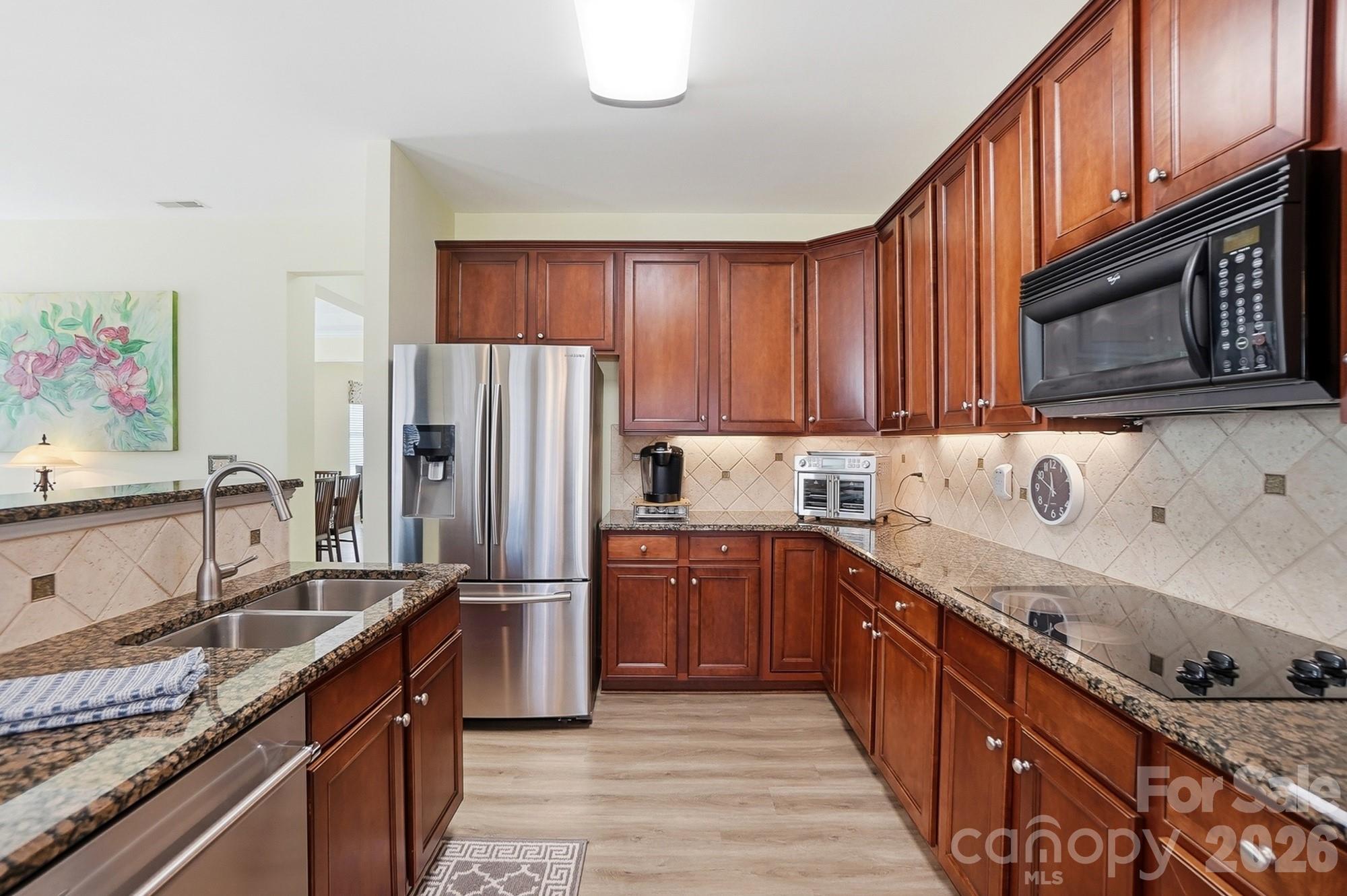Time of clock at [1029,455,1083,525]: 11:49
